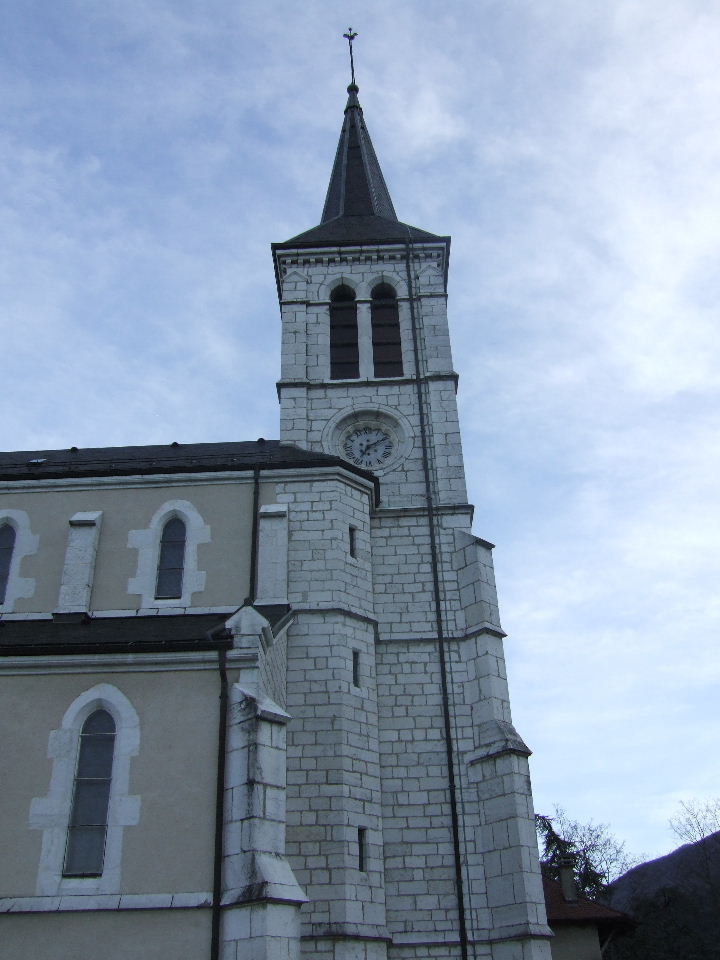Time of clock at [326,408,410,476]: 7:10
